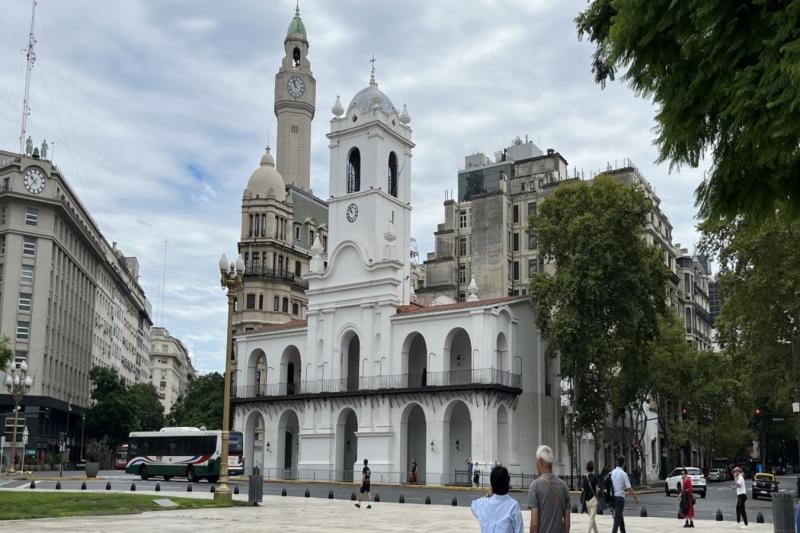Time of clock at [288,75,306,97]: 10:56
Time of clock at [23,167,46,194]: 10:36
